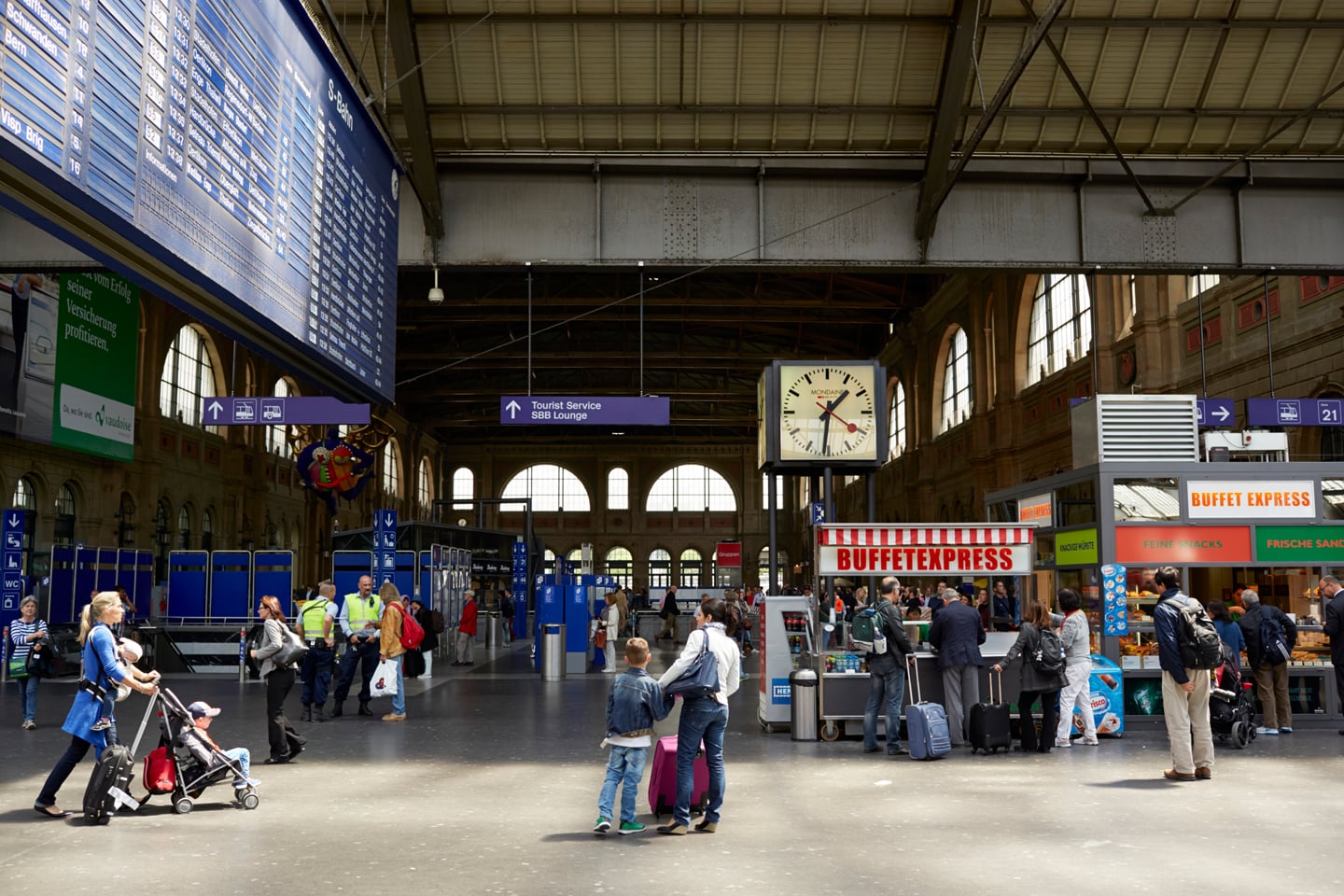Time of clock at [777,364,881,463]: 1:31
